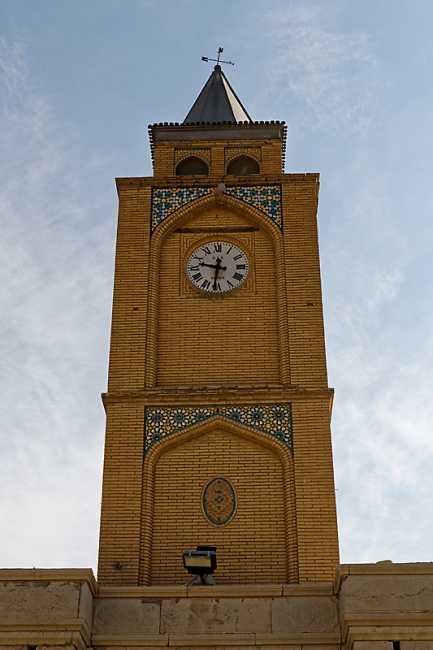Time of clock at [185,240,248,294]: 9:31
